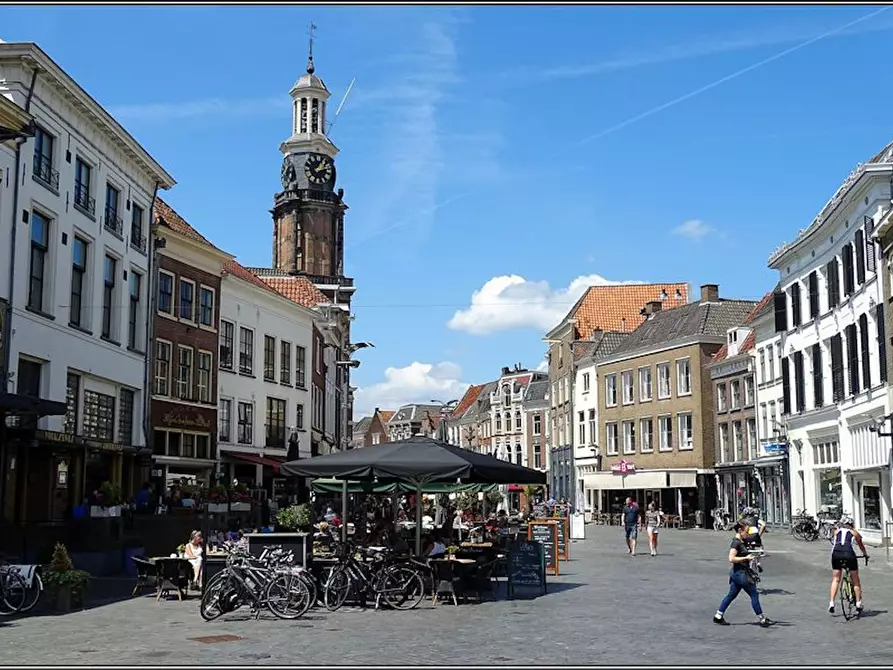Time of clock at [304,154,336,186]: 1:13
